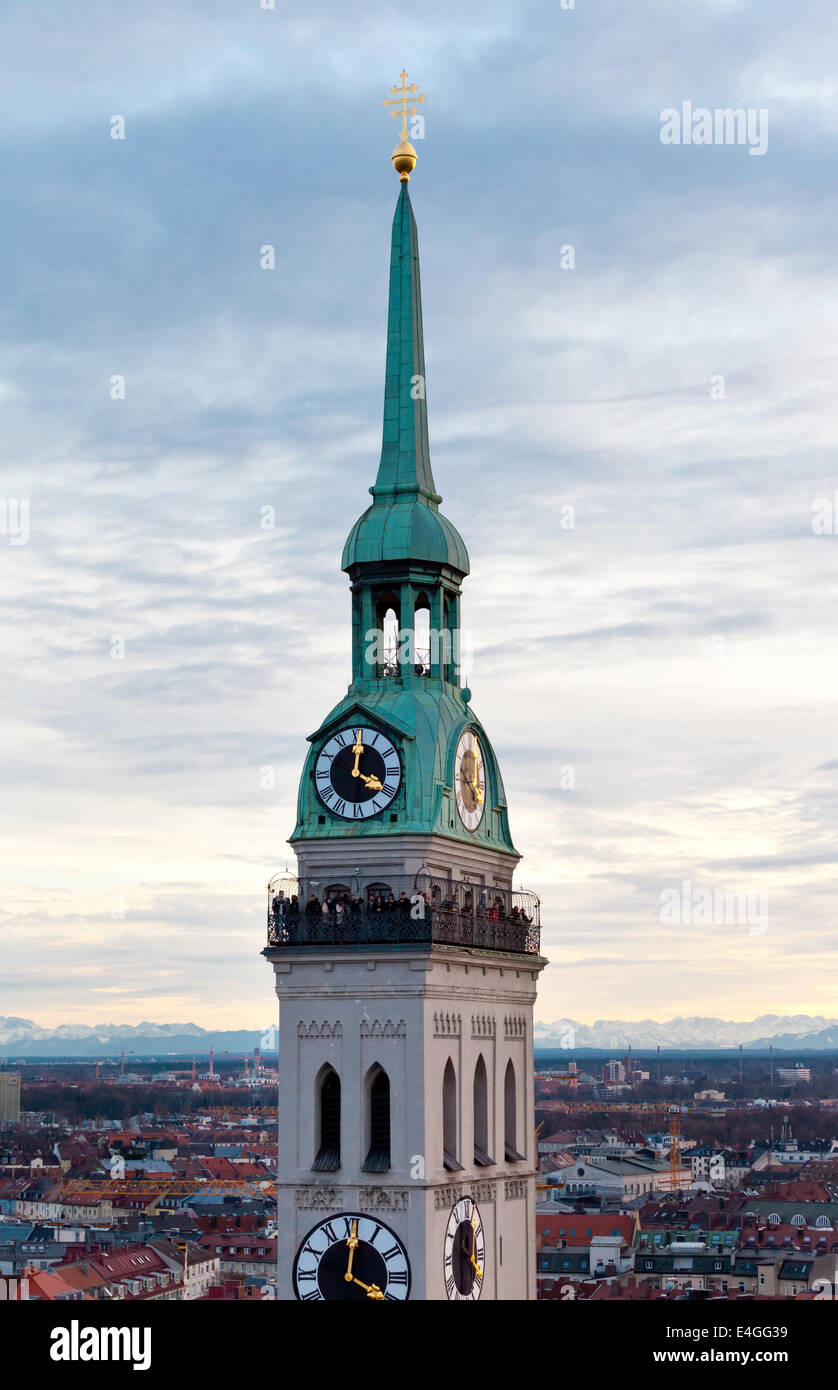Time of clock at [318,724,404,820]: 4:01
